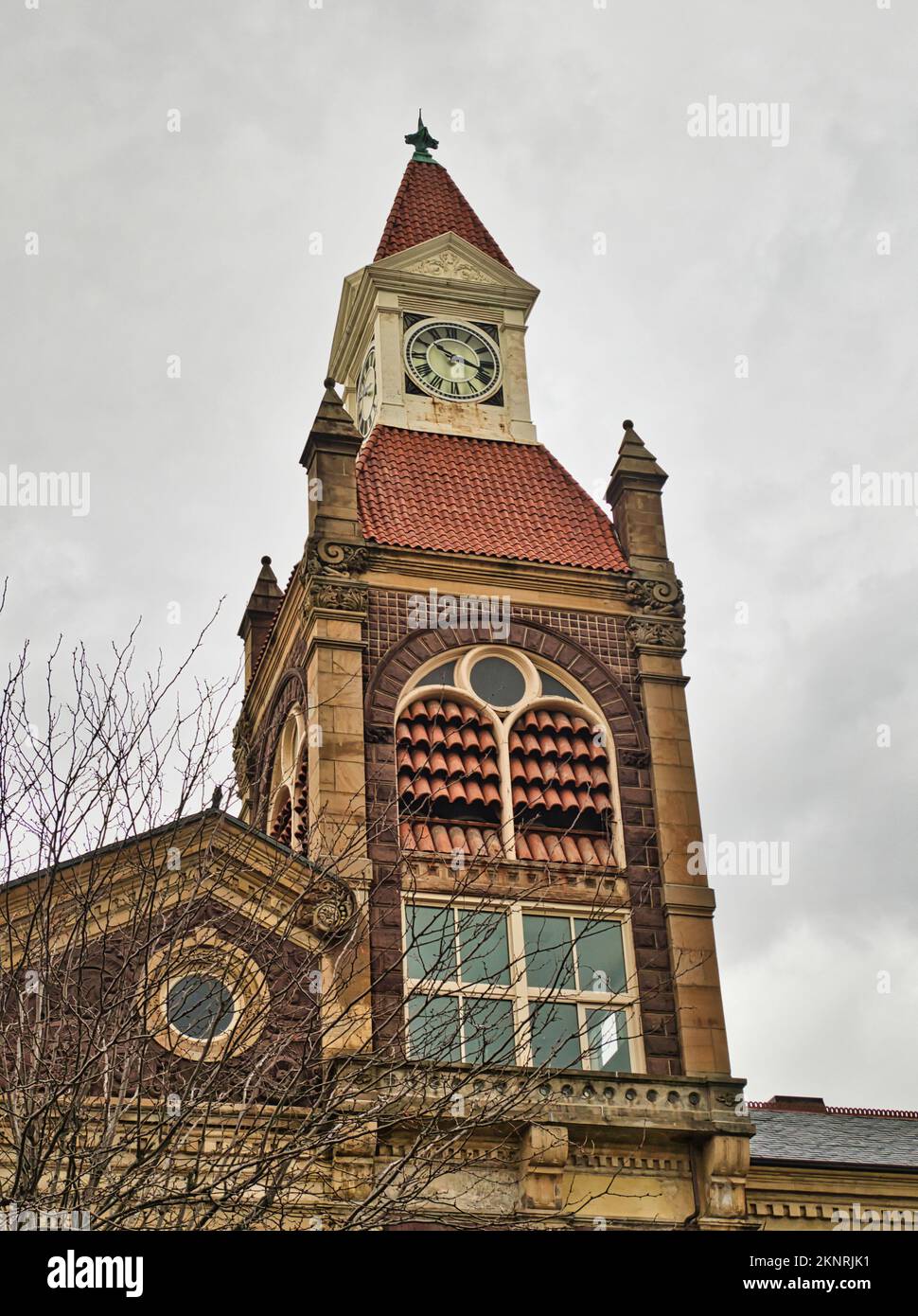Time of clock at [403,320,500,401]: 10:18
